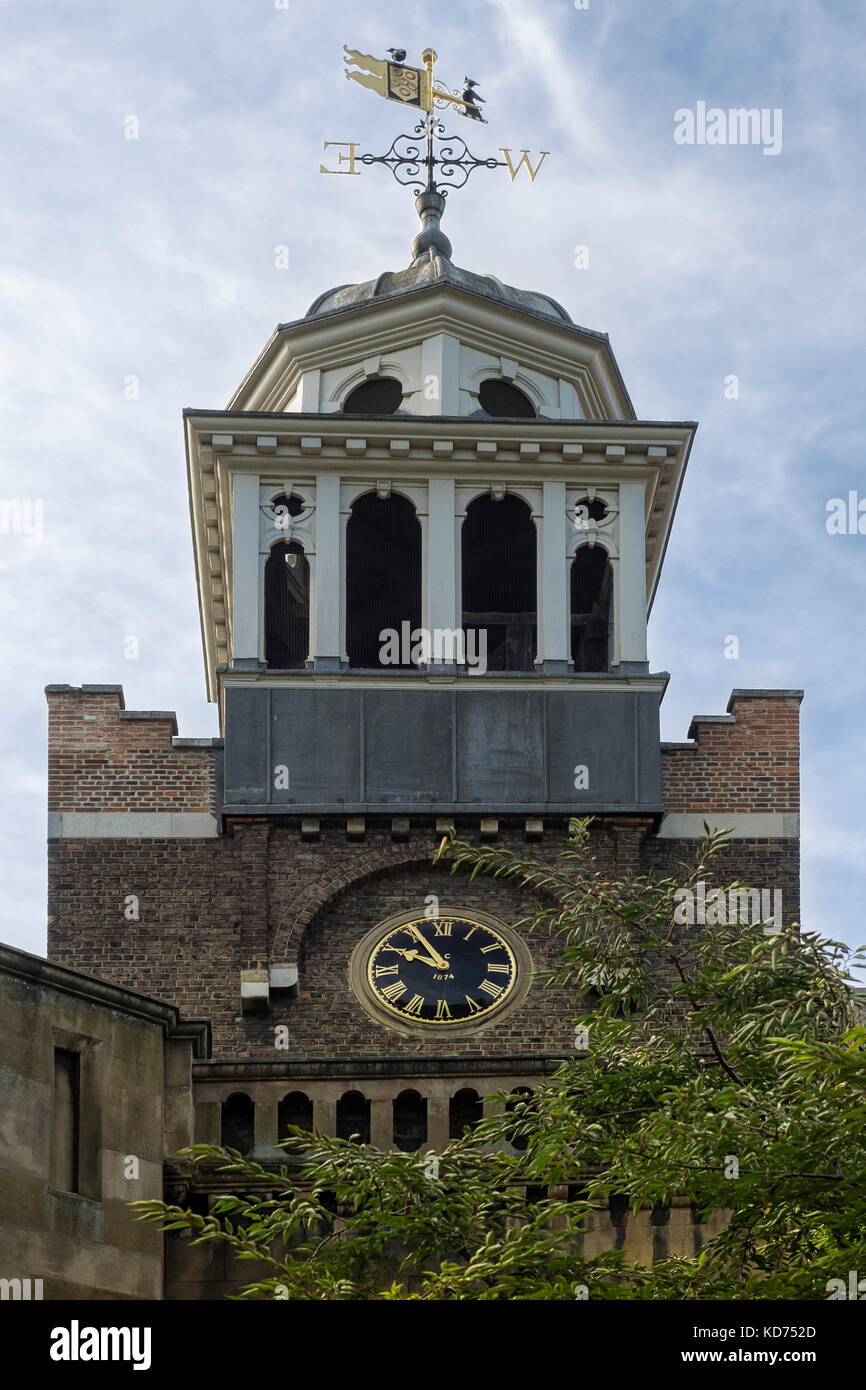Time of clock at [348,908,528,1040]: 9:55
